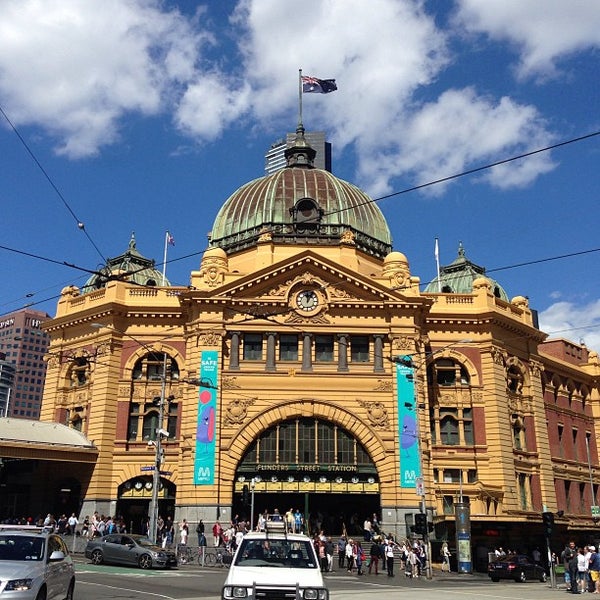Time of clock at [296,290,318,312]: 12:05
